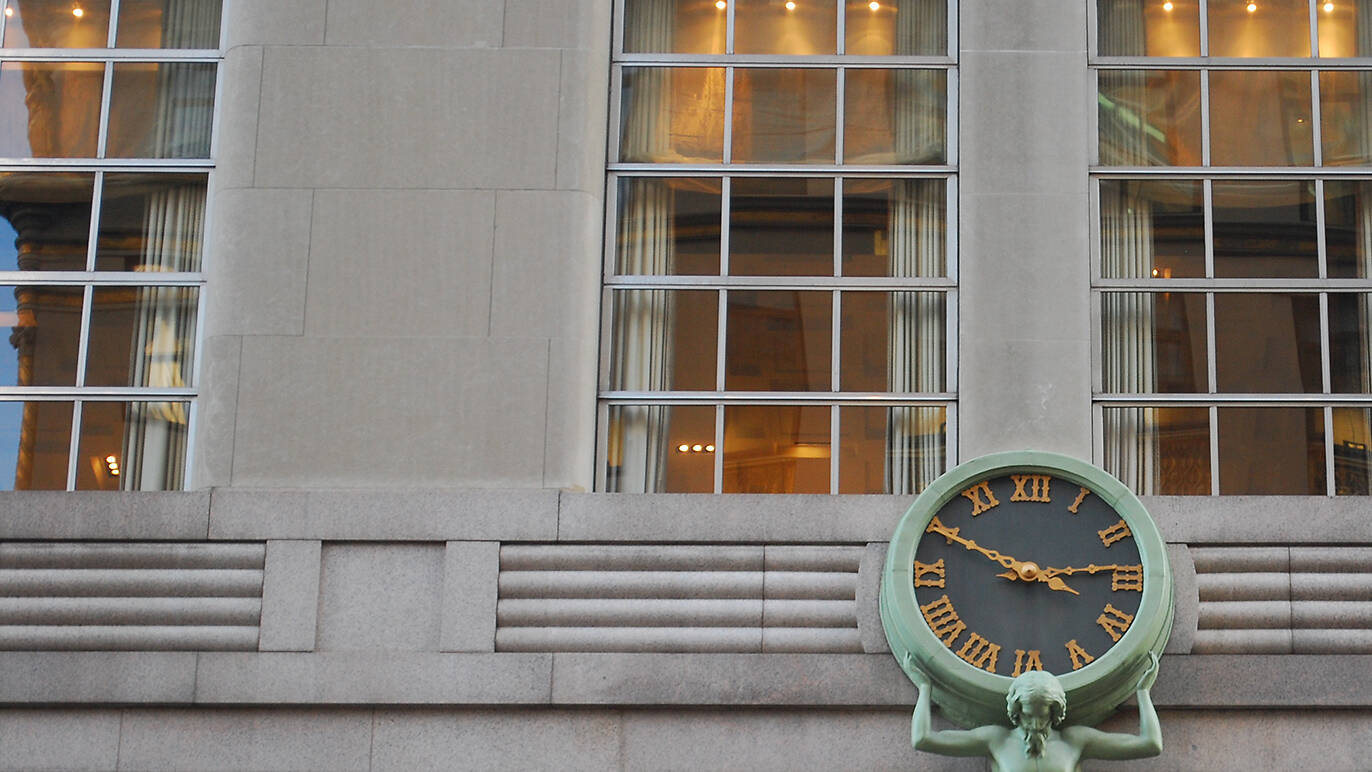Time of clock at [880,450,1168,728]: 2:49
